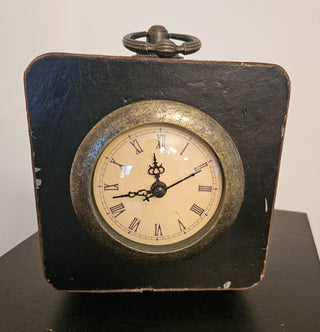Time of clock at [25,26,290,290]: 11:42
